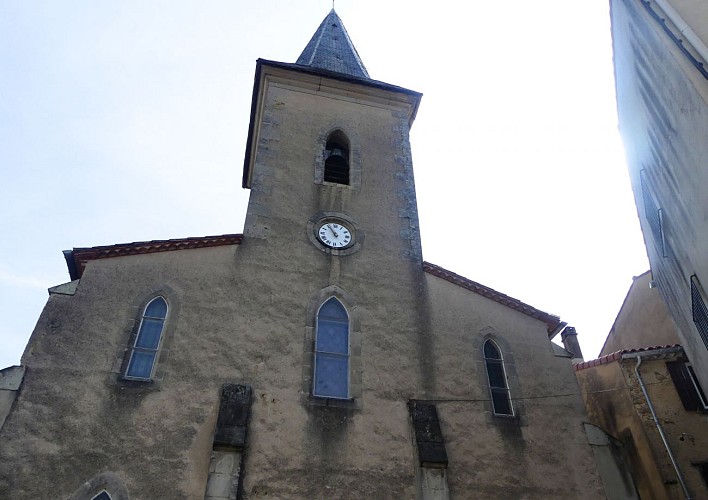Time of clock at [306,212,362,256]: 10:55
